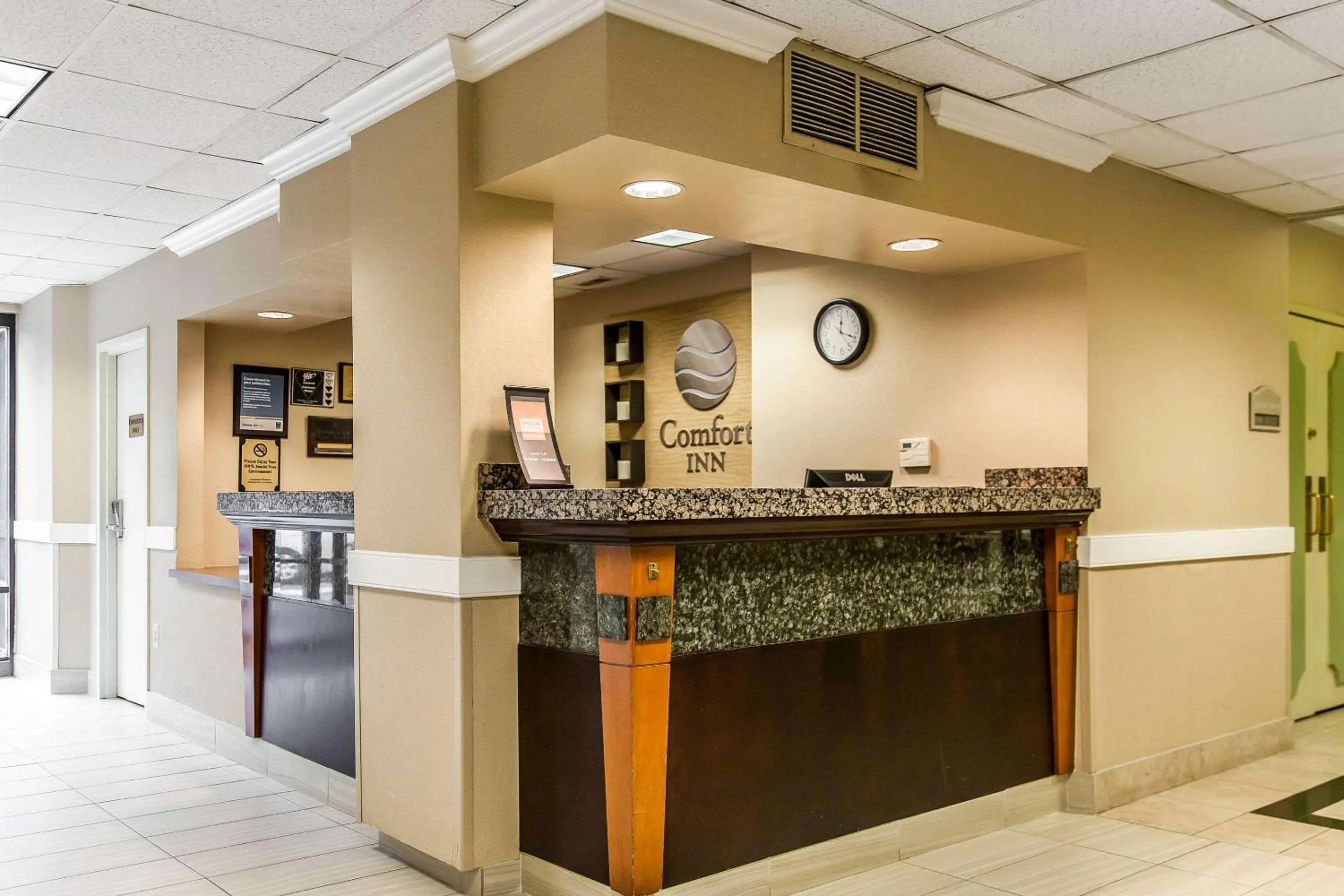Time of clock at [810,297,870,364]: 12:19
